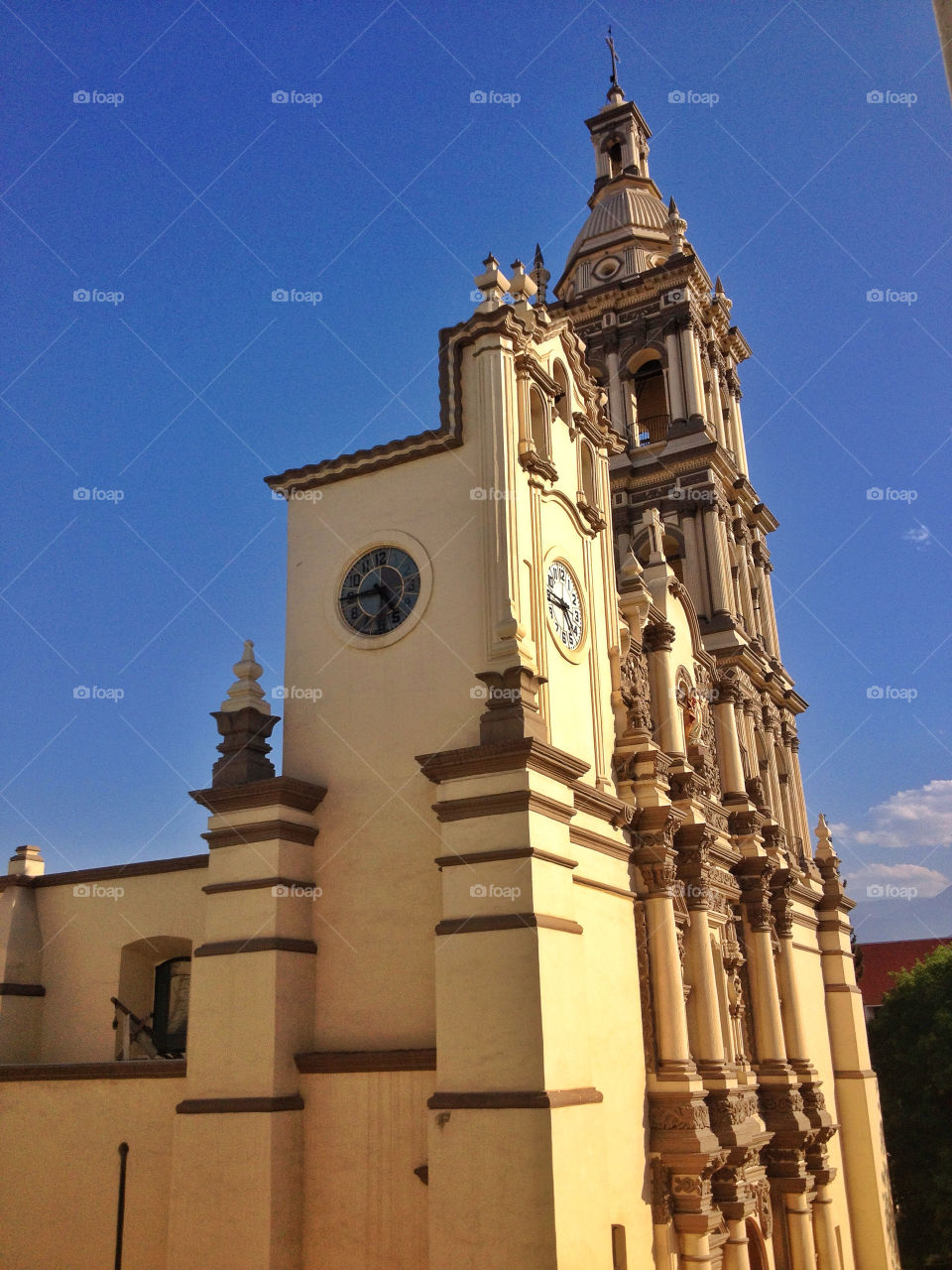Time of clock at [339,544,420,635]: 4:44
